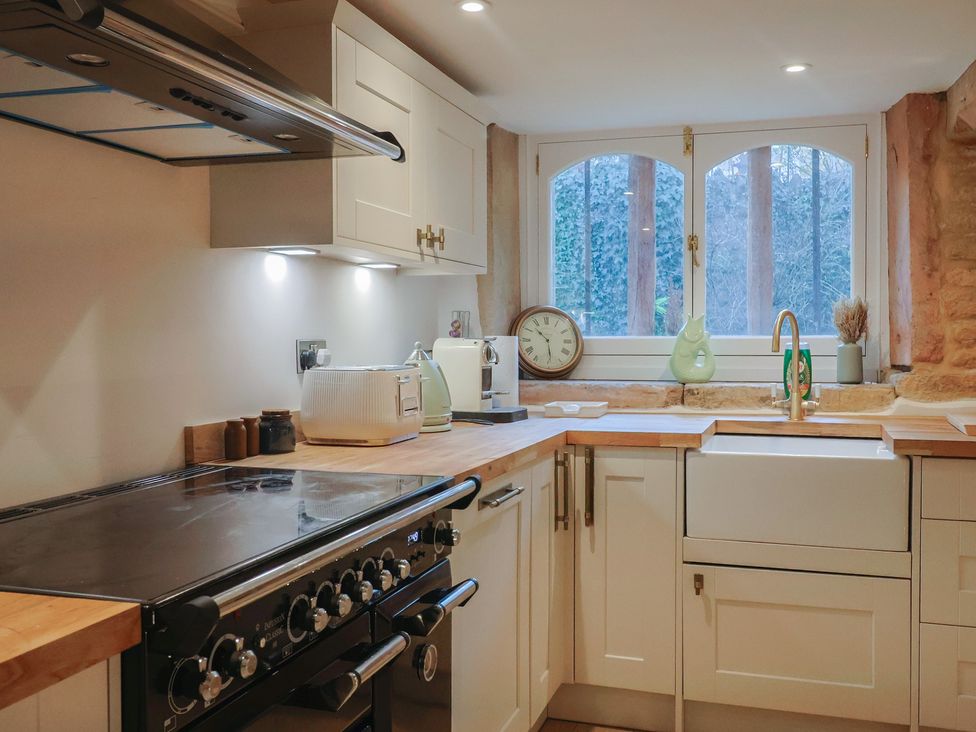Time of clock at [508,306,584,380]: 10:28
